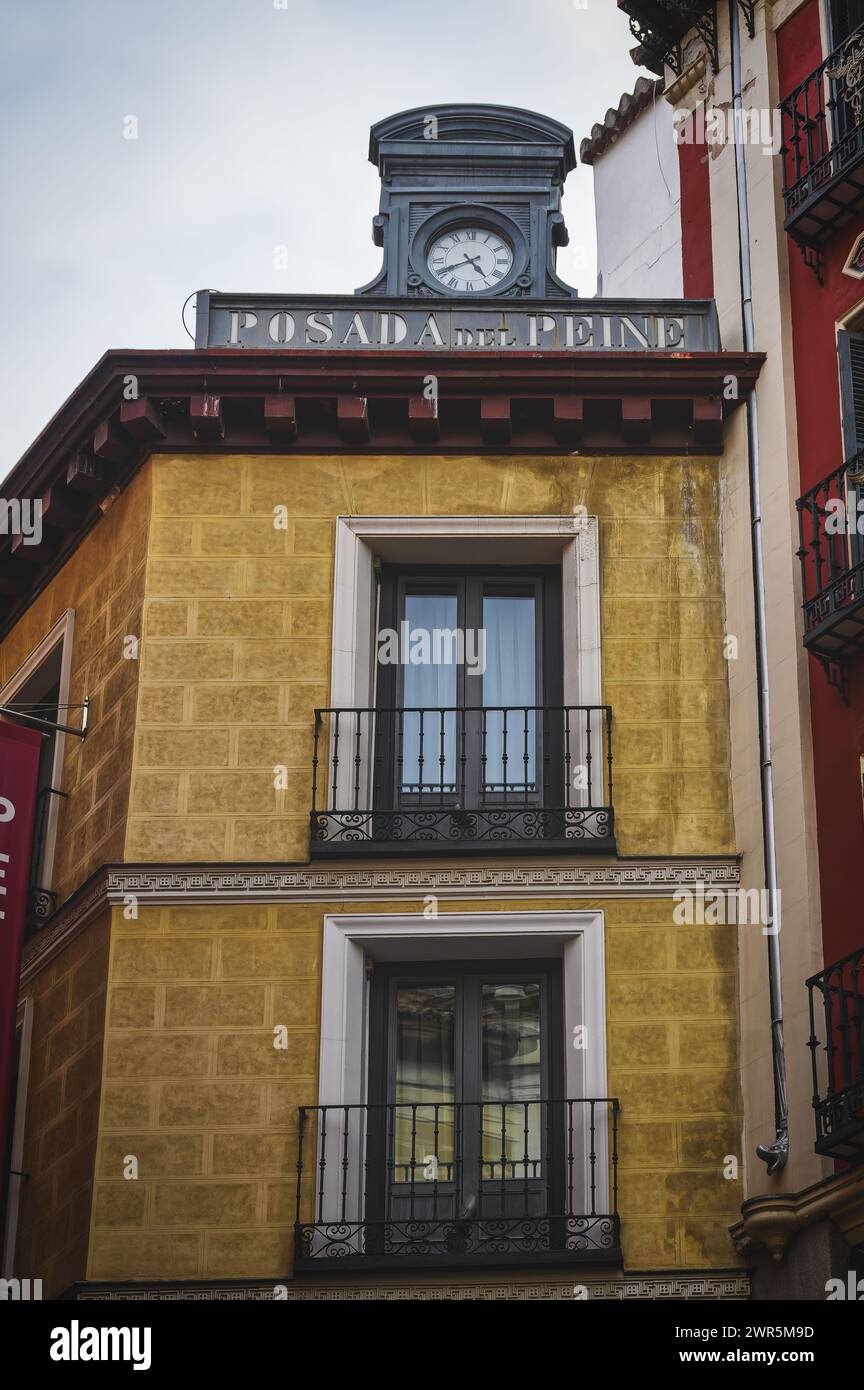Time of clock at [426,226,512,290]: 4:40
